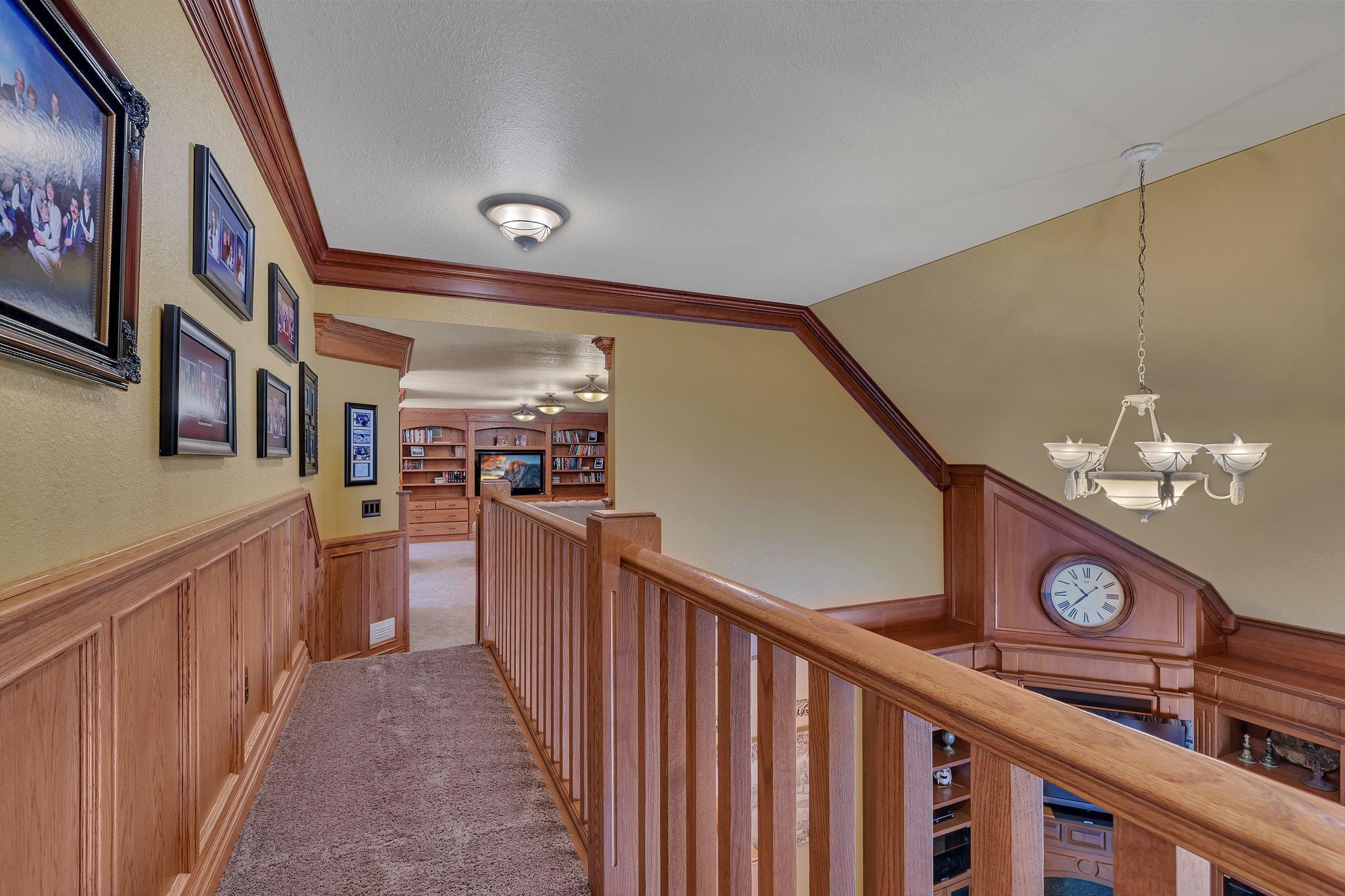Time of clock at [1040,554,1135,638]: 10:37
